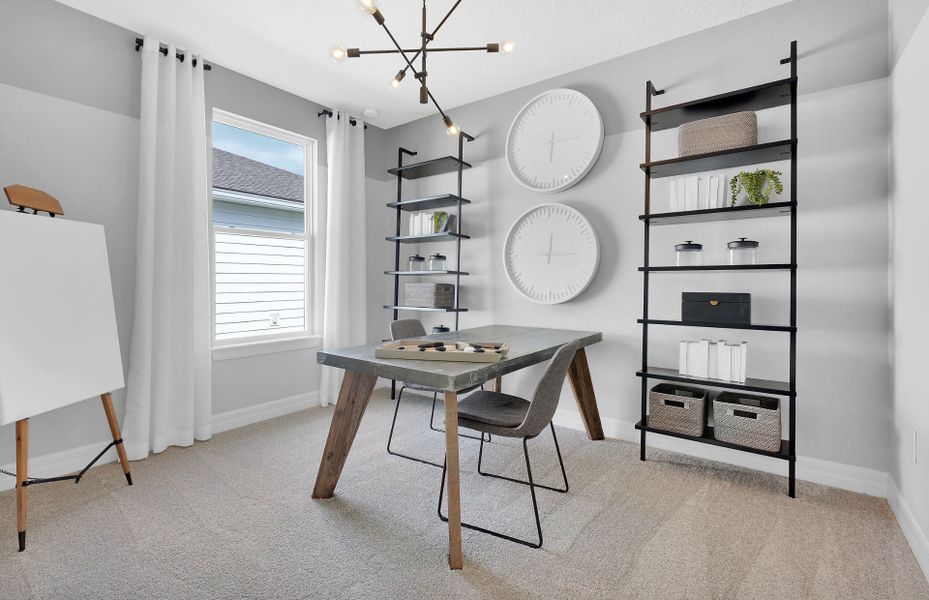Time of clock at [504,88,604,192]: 6:15
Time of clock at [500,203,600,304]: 12:15
